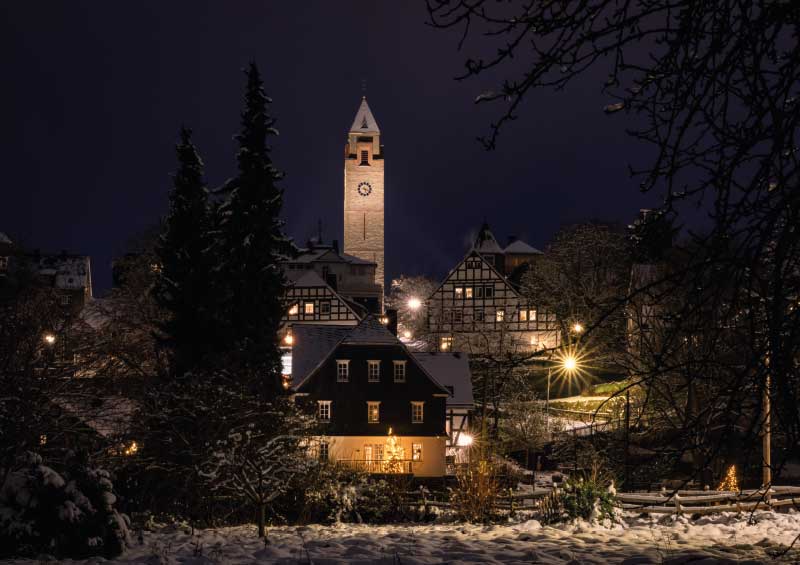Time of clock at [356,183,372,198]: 5:18
